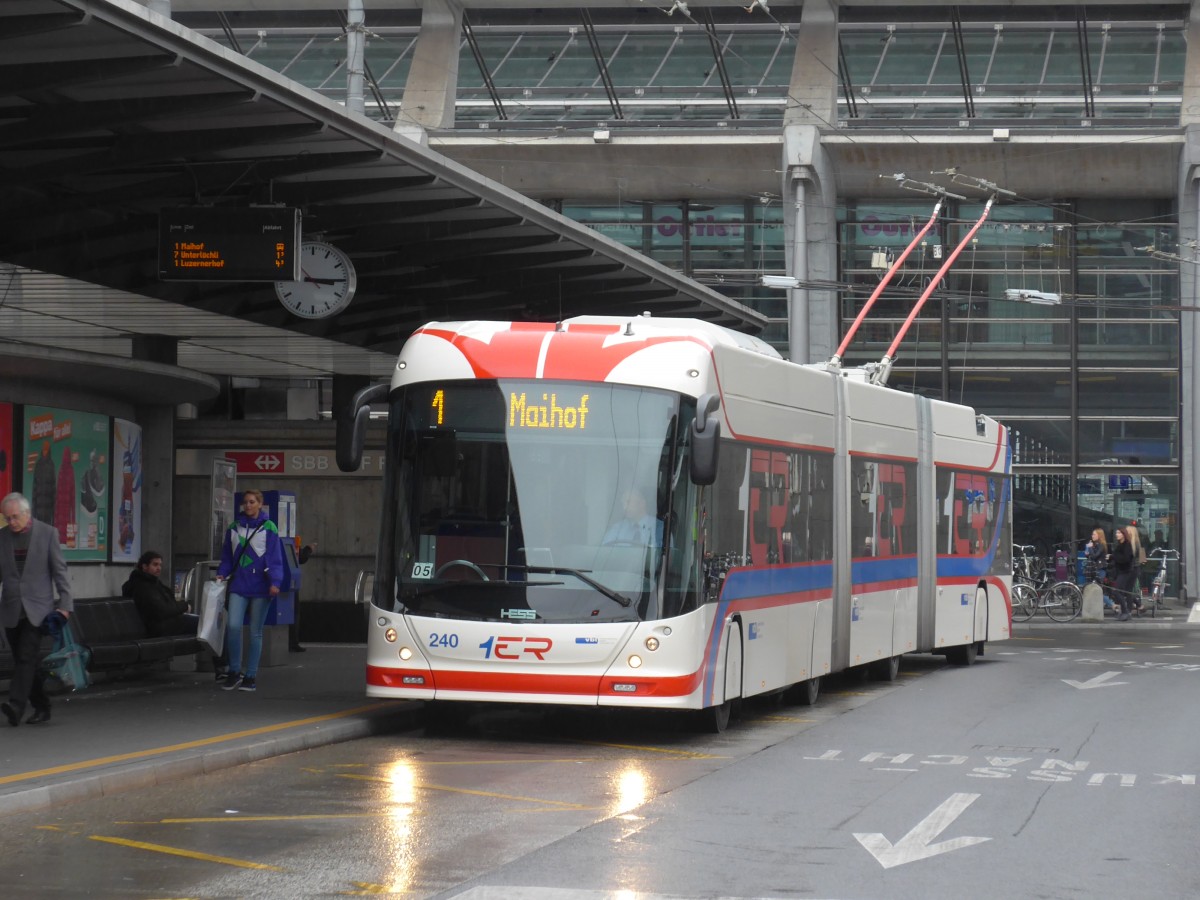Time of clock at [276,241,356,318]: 3:14
